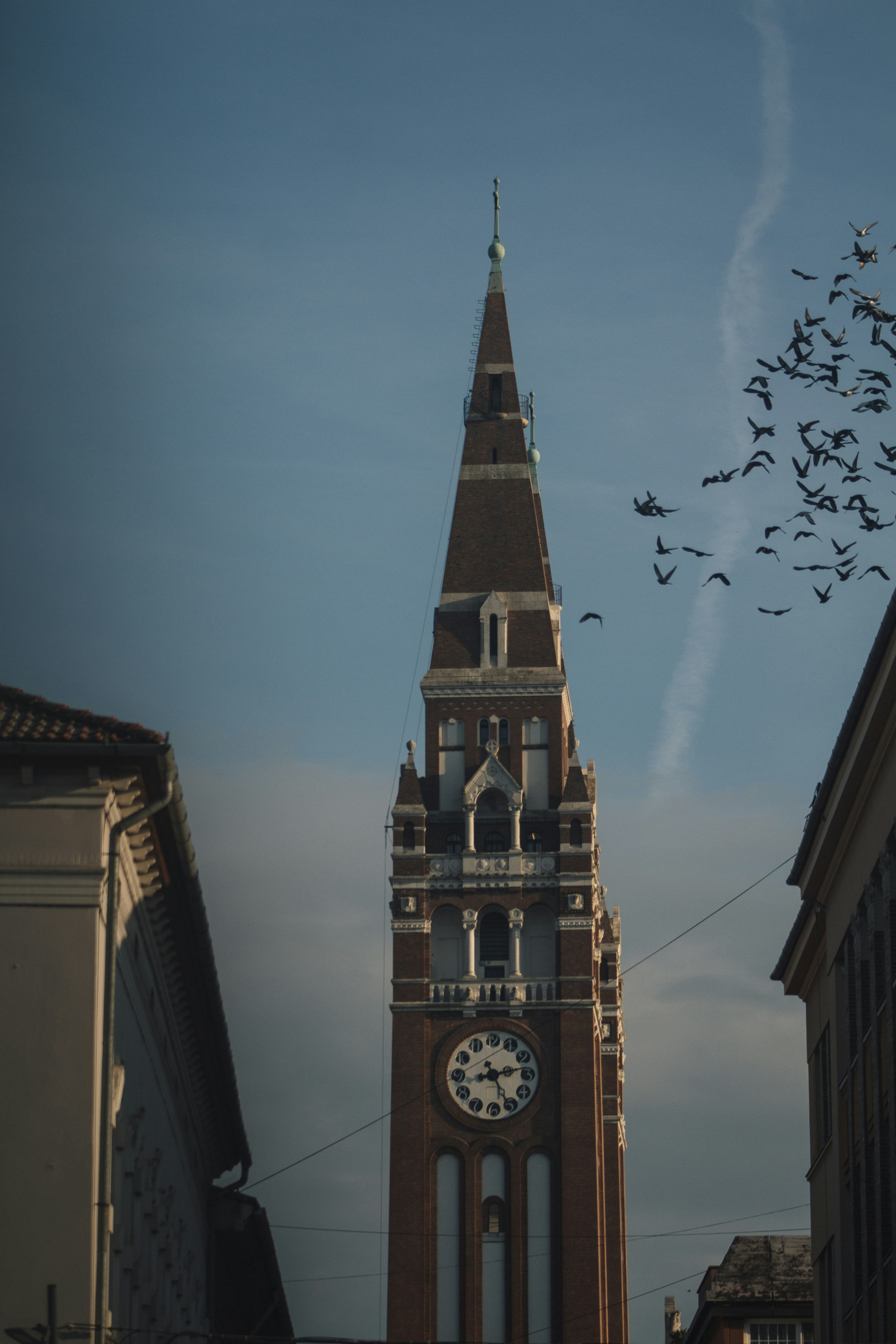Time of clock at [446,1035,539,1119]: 8:25
